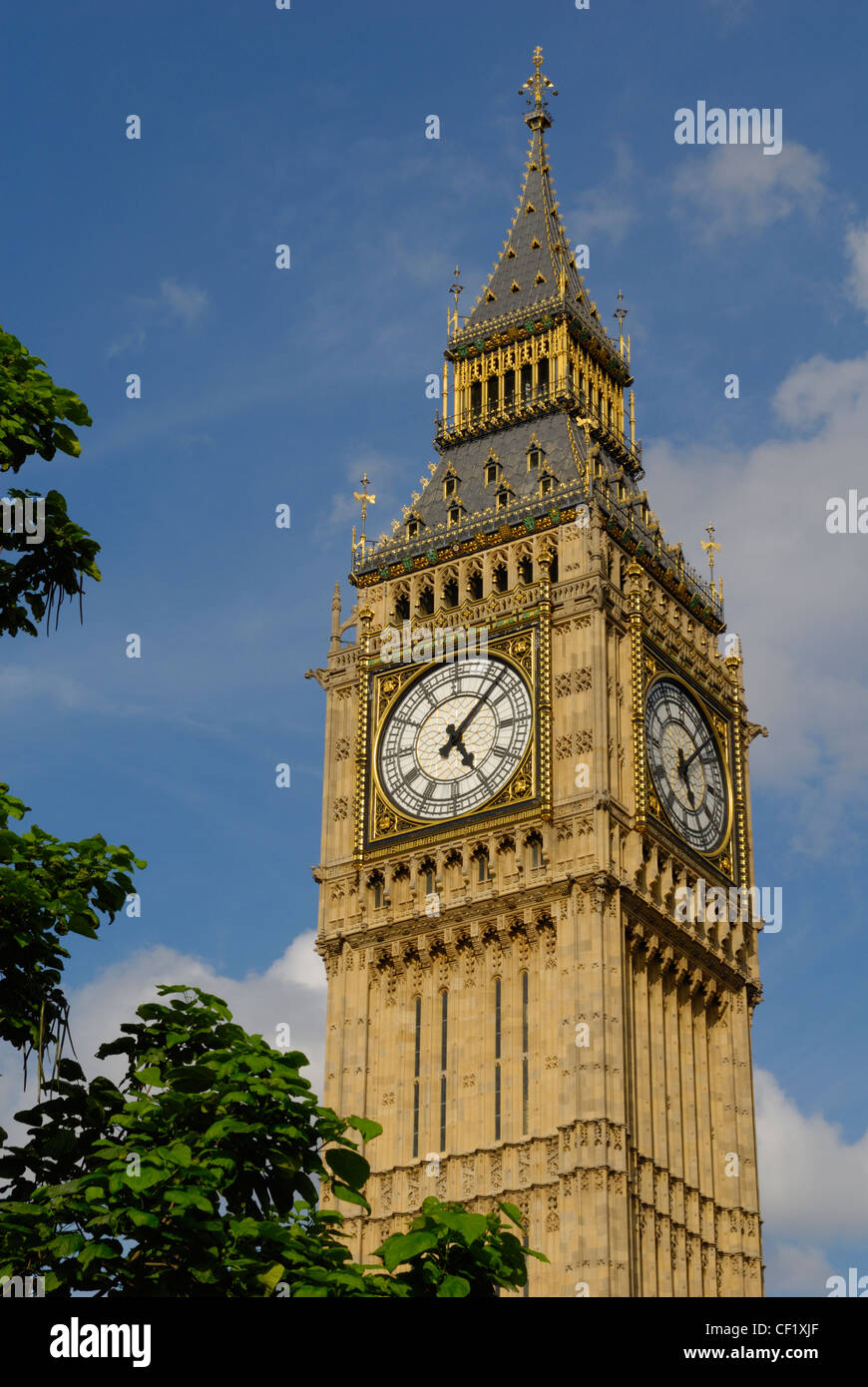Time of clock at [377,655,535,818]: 5:07
